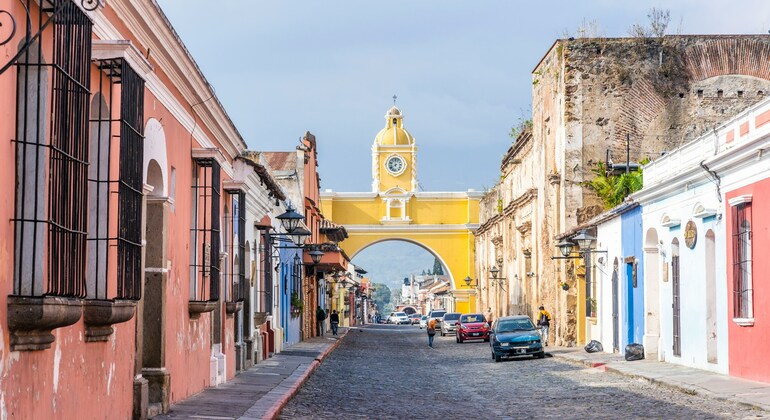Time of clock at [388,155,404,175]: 7:59
